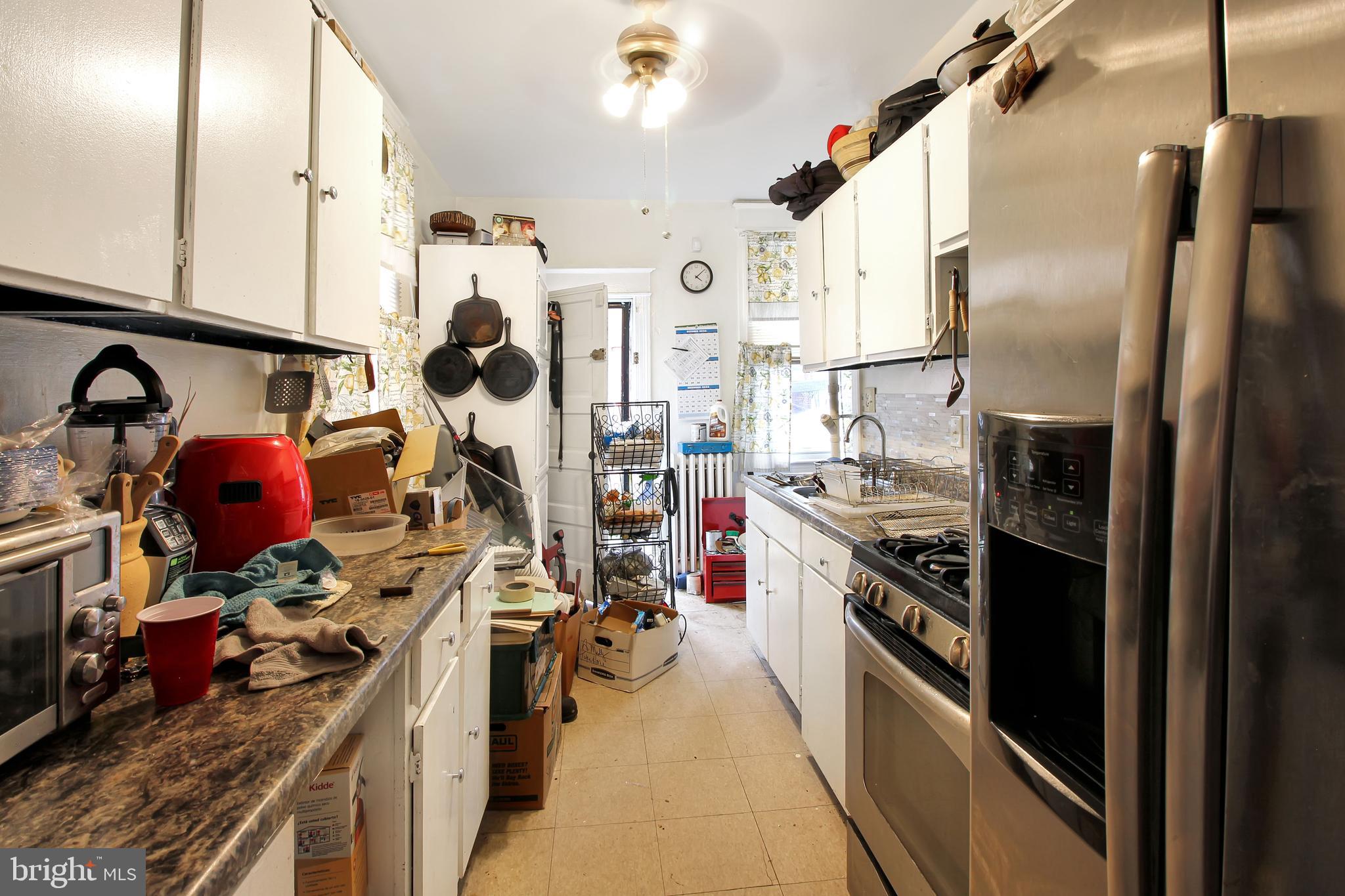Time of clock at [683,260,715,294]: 4:08
